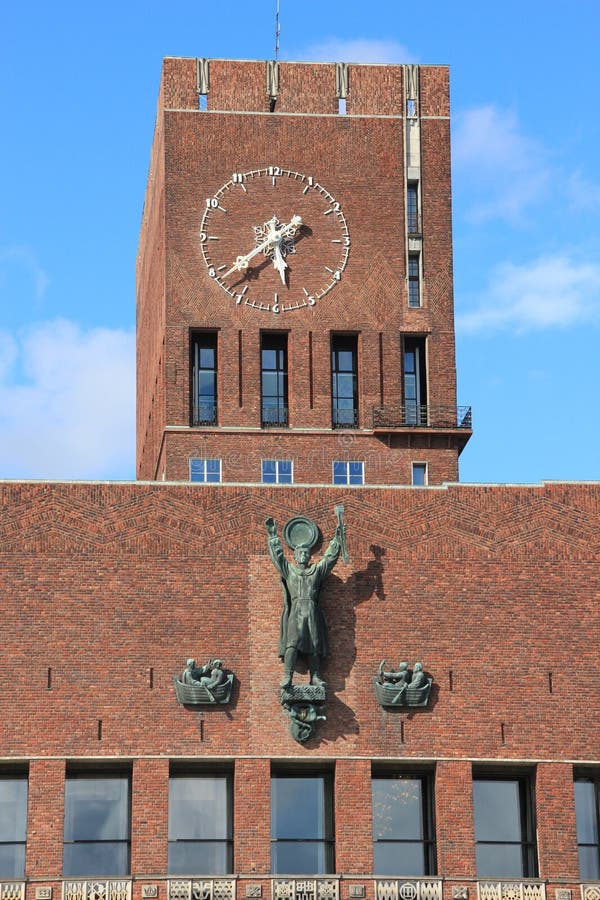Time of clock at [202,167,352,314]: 5:38
